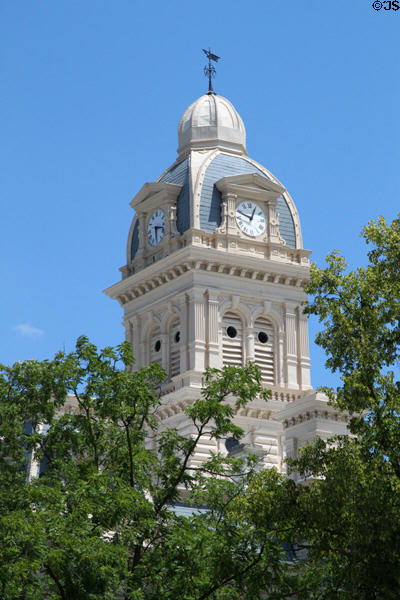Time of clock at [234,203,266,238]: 12:48
